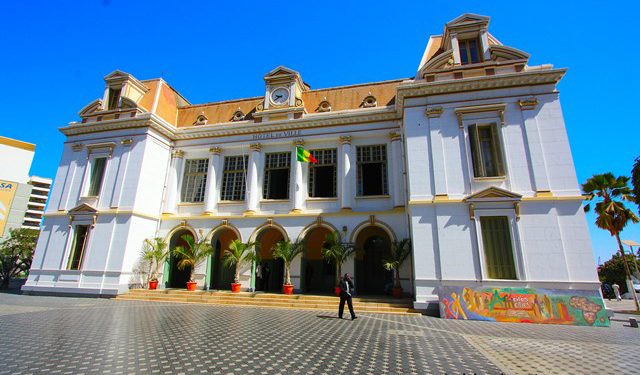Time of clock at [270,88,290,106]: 9:39
